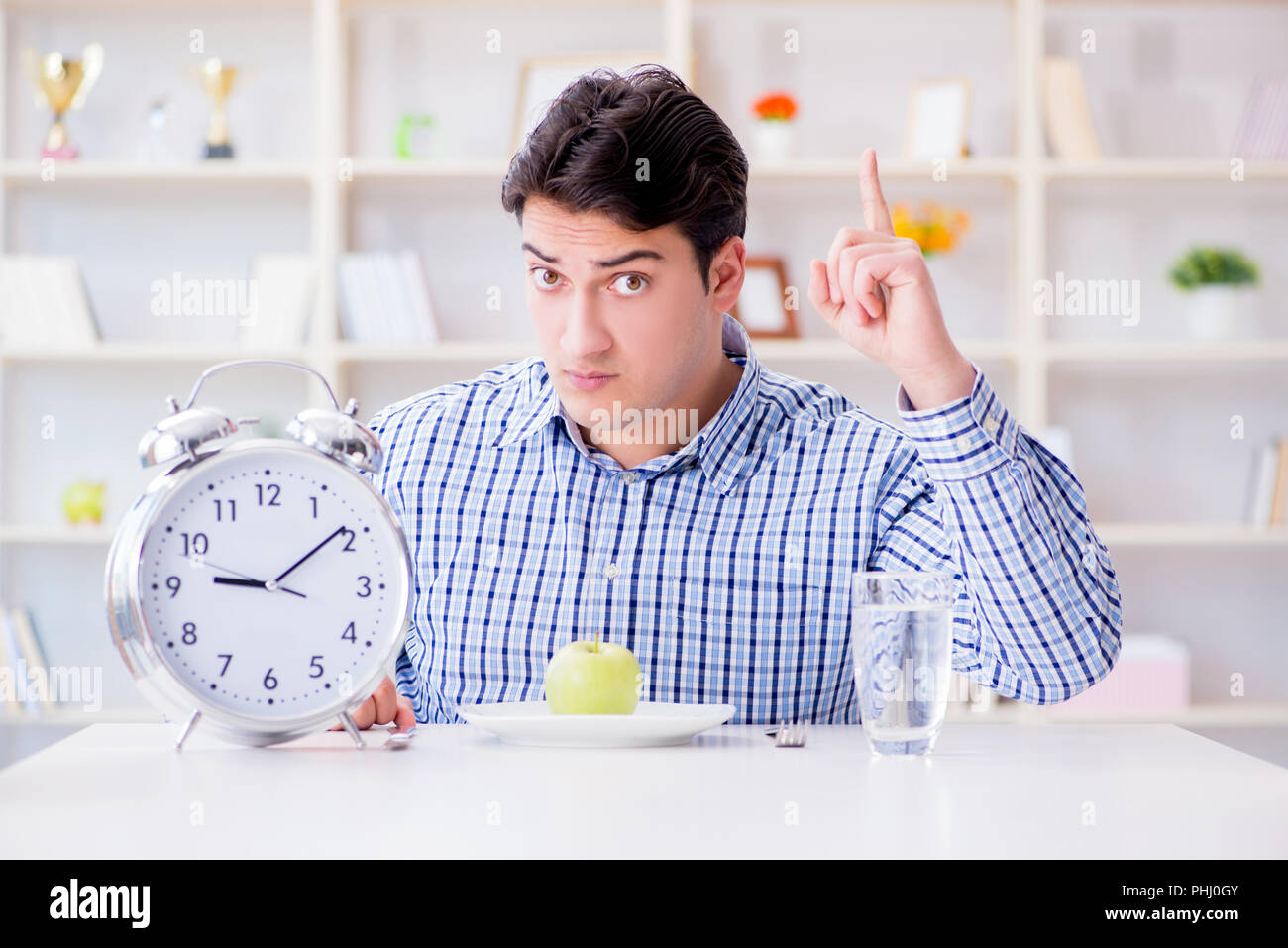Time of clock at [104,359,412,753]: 9:09
